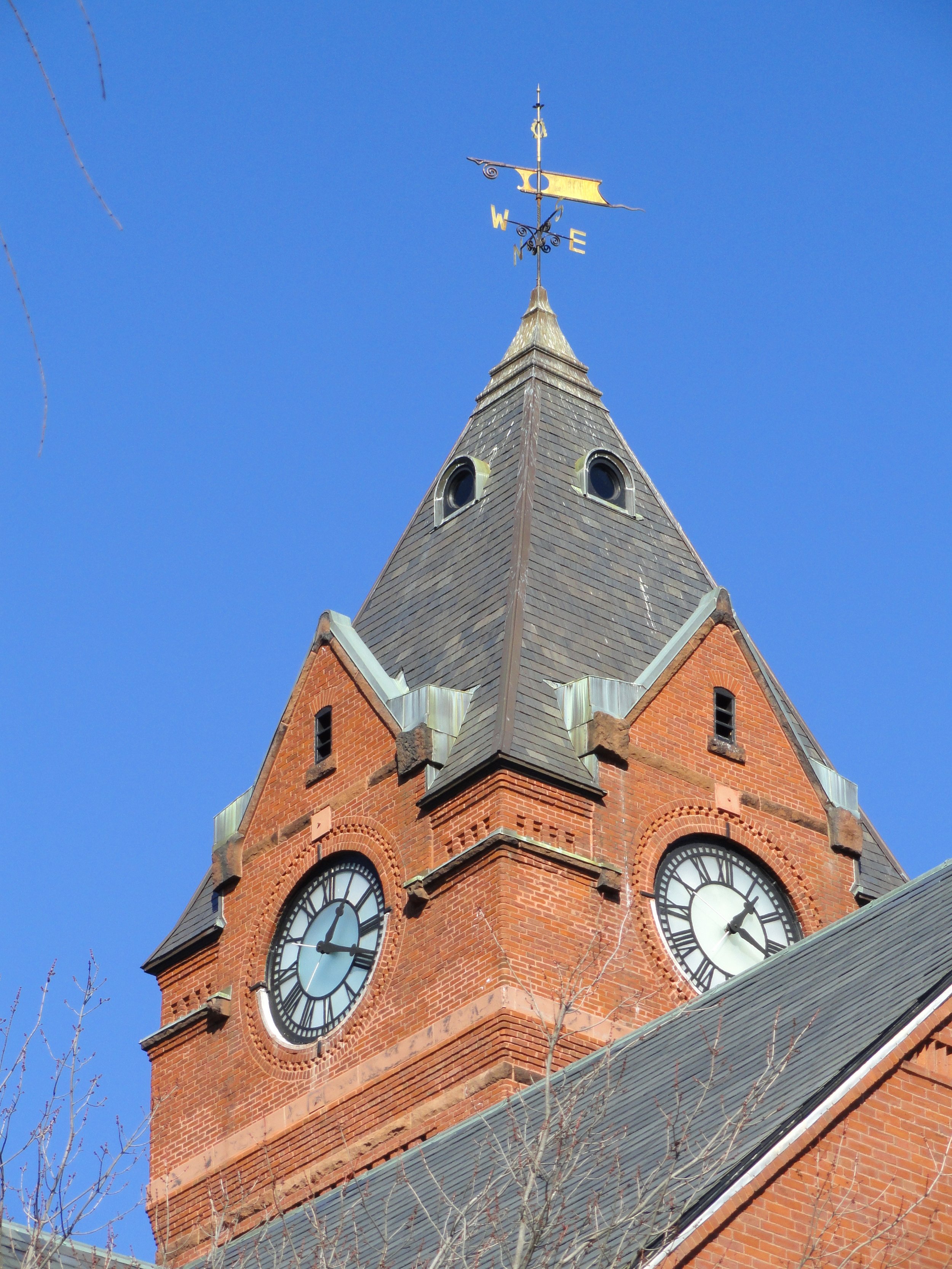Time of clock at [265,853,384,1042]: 1:18
